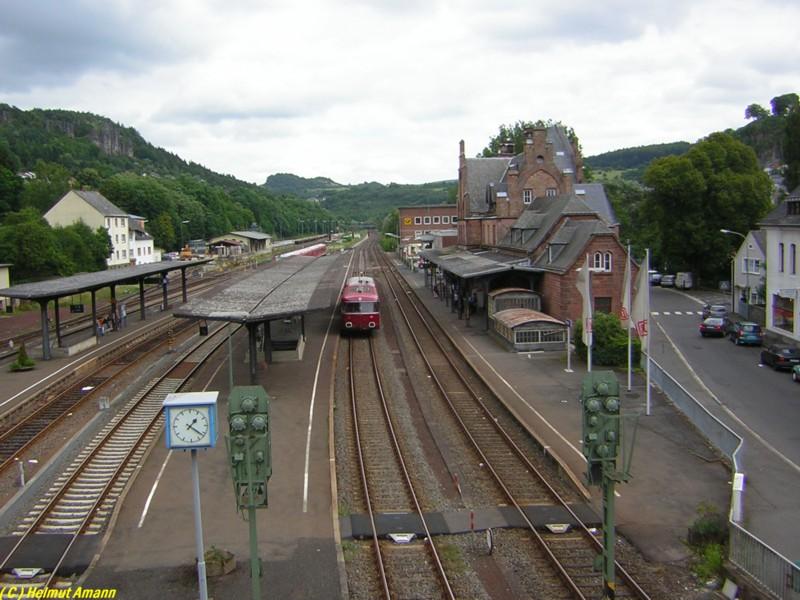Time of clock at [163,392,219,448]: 1:21
